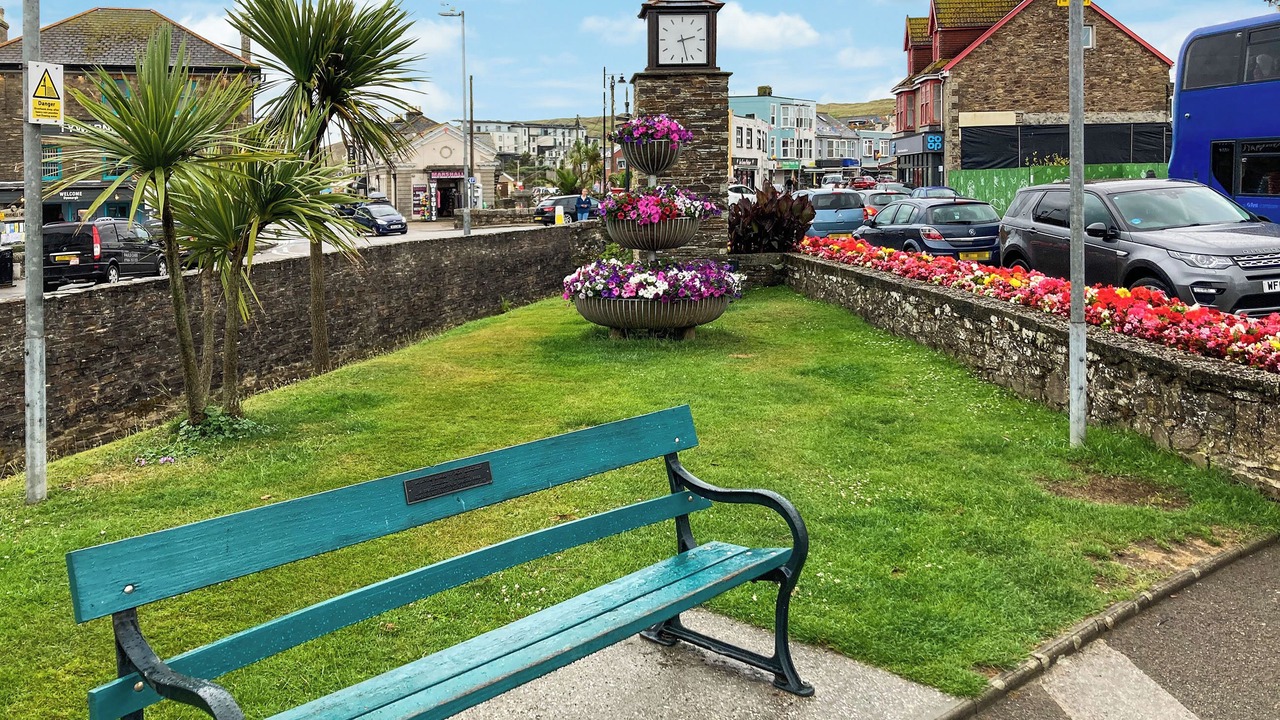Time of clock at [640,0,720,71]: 2:27
